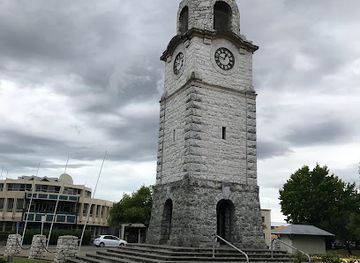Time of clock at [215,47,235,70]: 12:47
